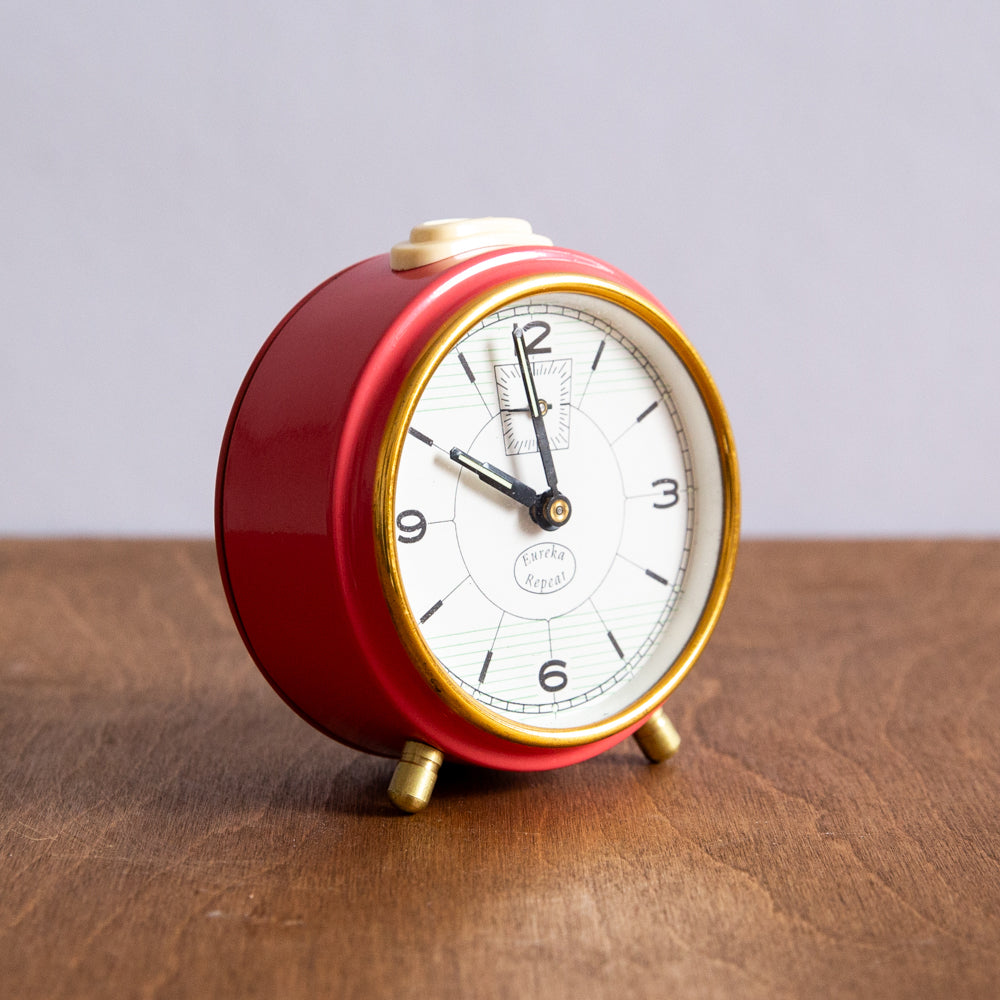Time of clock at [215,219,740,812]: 9:58
